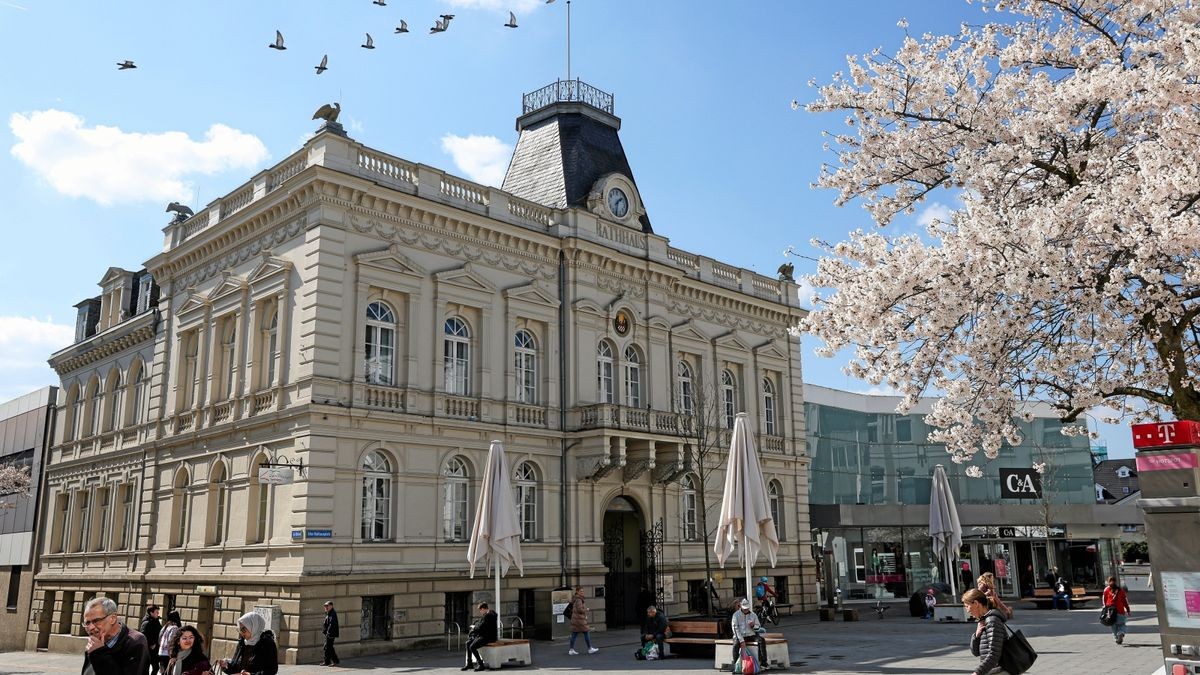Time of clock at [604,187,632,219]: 1:32
